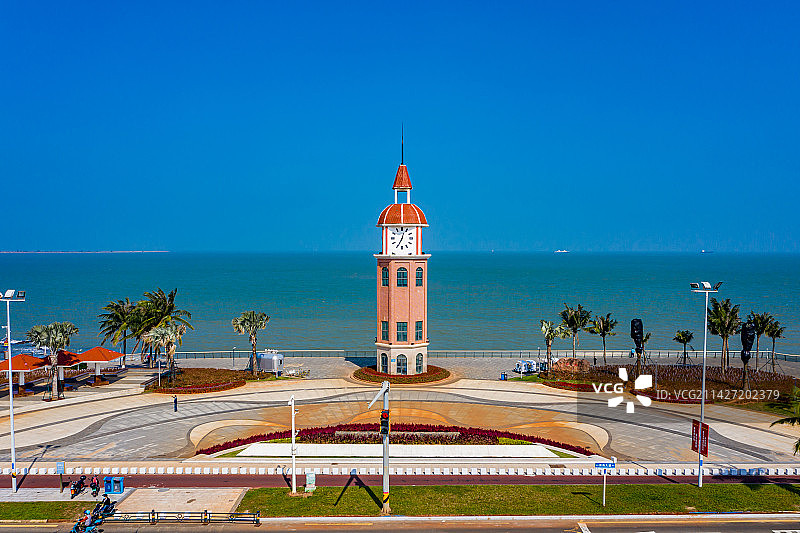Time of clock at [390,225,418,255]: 12:34
